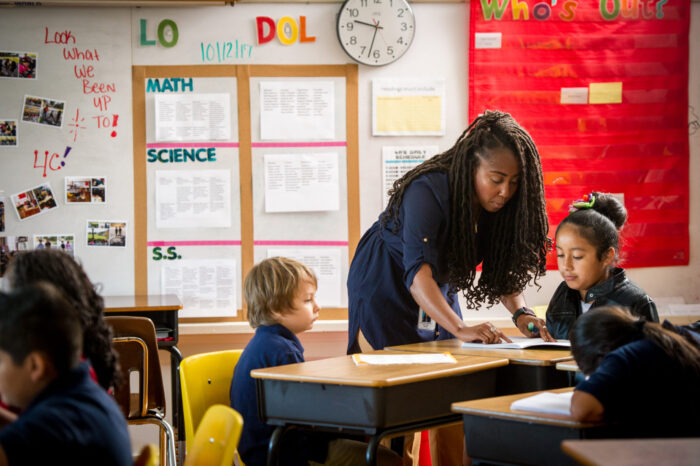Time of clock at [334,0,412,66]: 9:32
